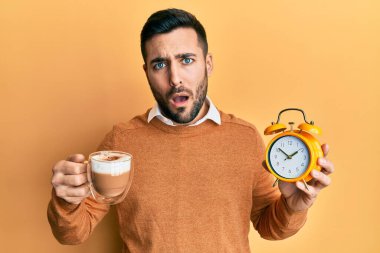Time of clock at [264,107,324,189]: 1:51
